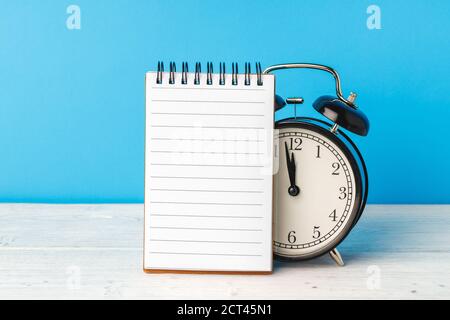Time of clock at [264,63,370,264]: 11:58
